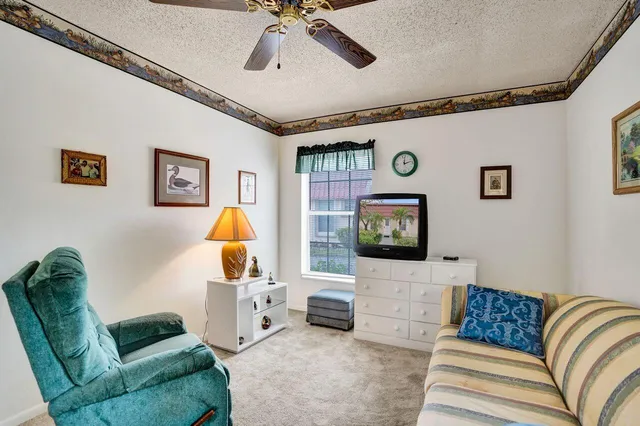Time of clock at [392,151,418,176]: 12:12
